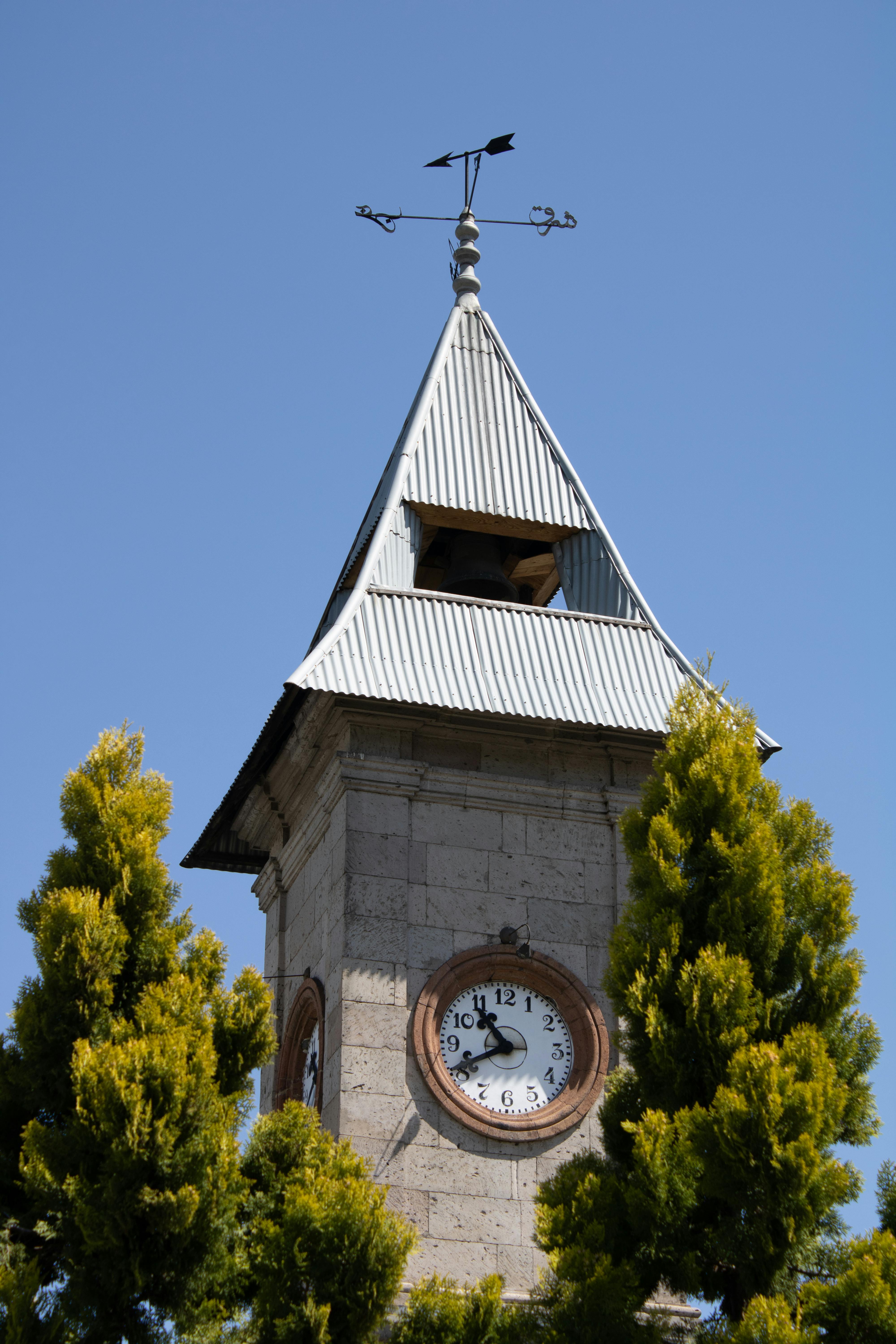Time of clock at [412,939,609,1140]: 10:41
